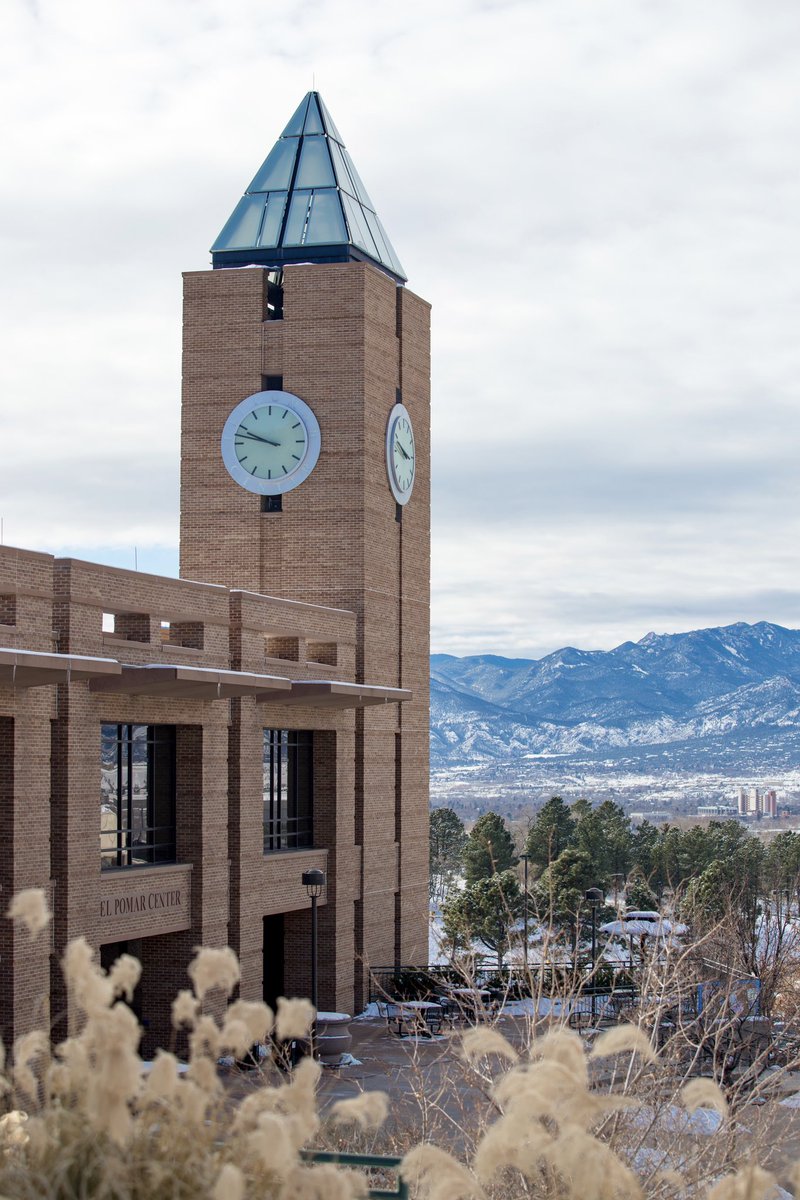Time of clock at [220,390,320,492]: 9:47
